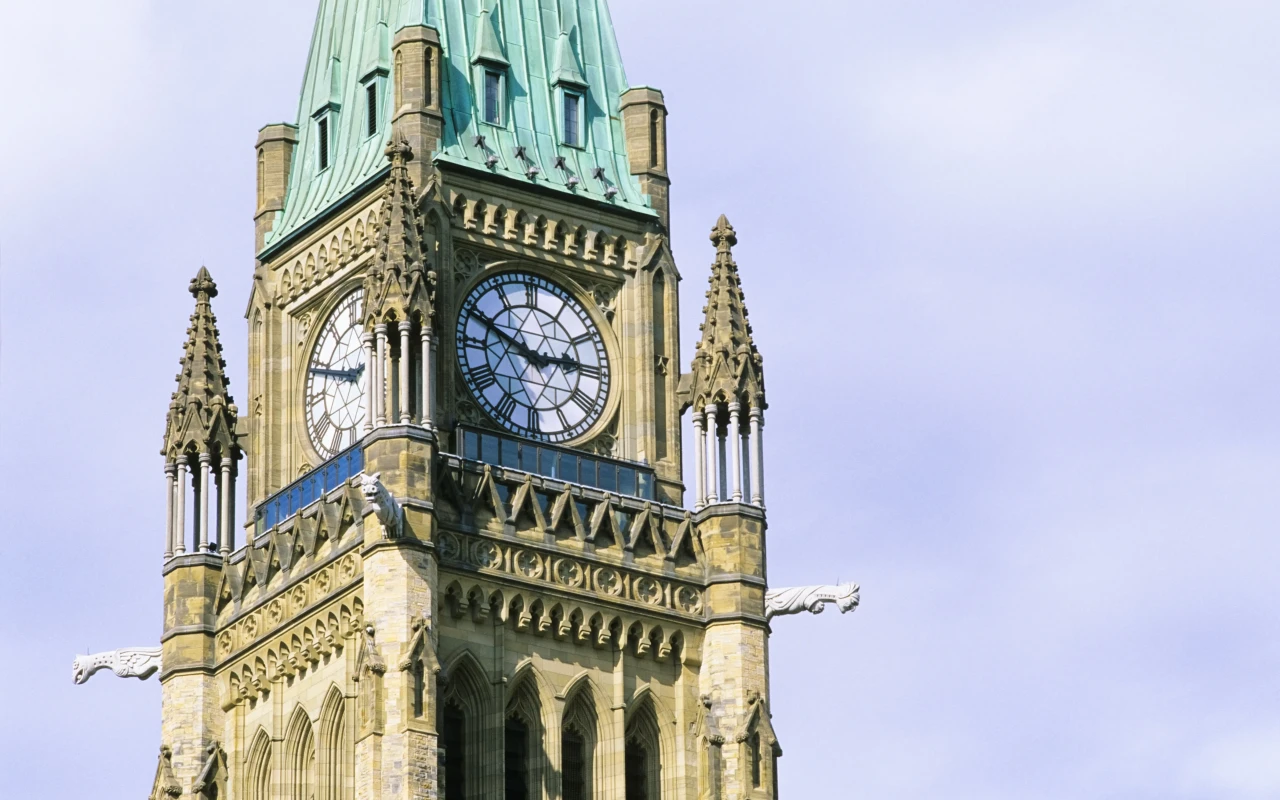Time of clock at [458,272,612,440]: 2:48
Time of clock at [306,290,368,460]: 2:48
